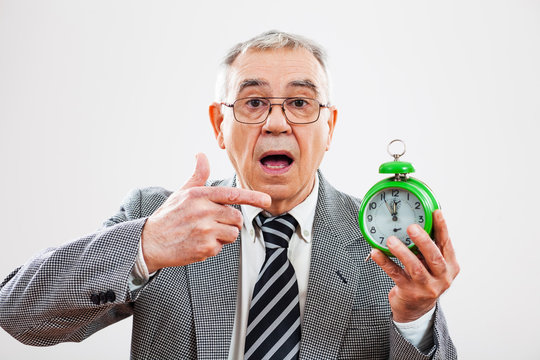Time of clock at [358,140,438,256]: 11:55
